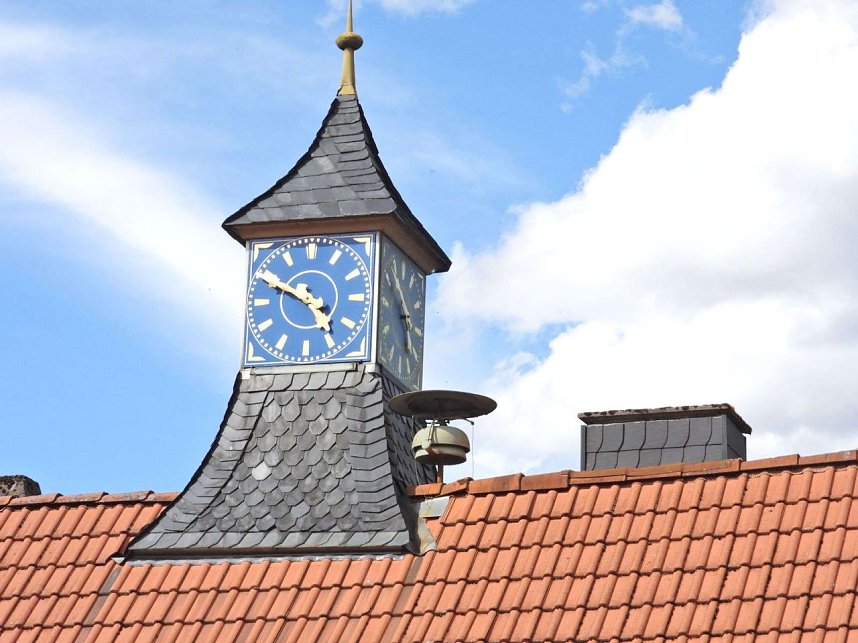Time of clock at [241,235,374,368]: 4:49
